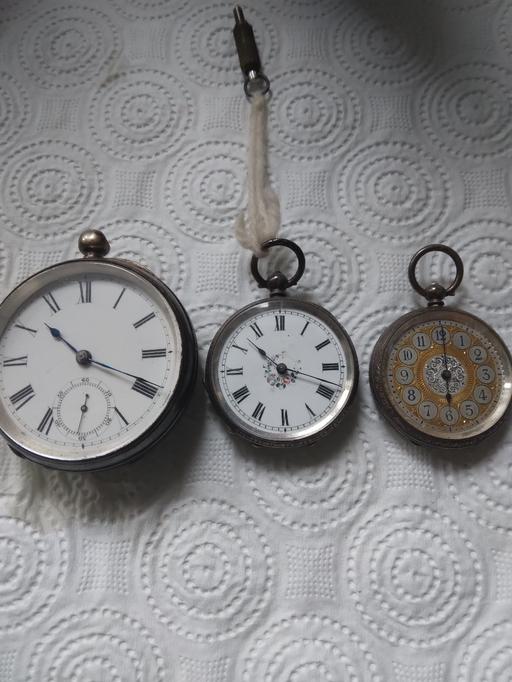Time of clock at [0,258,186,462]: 10:18
